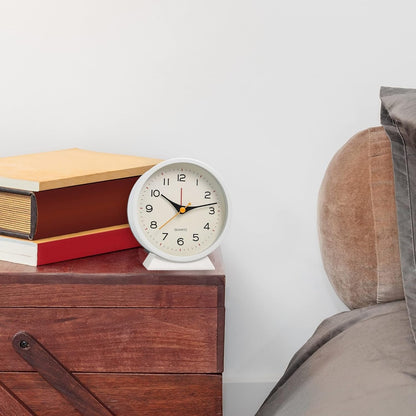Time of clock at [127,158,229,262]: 10:12
